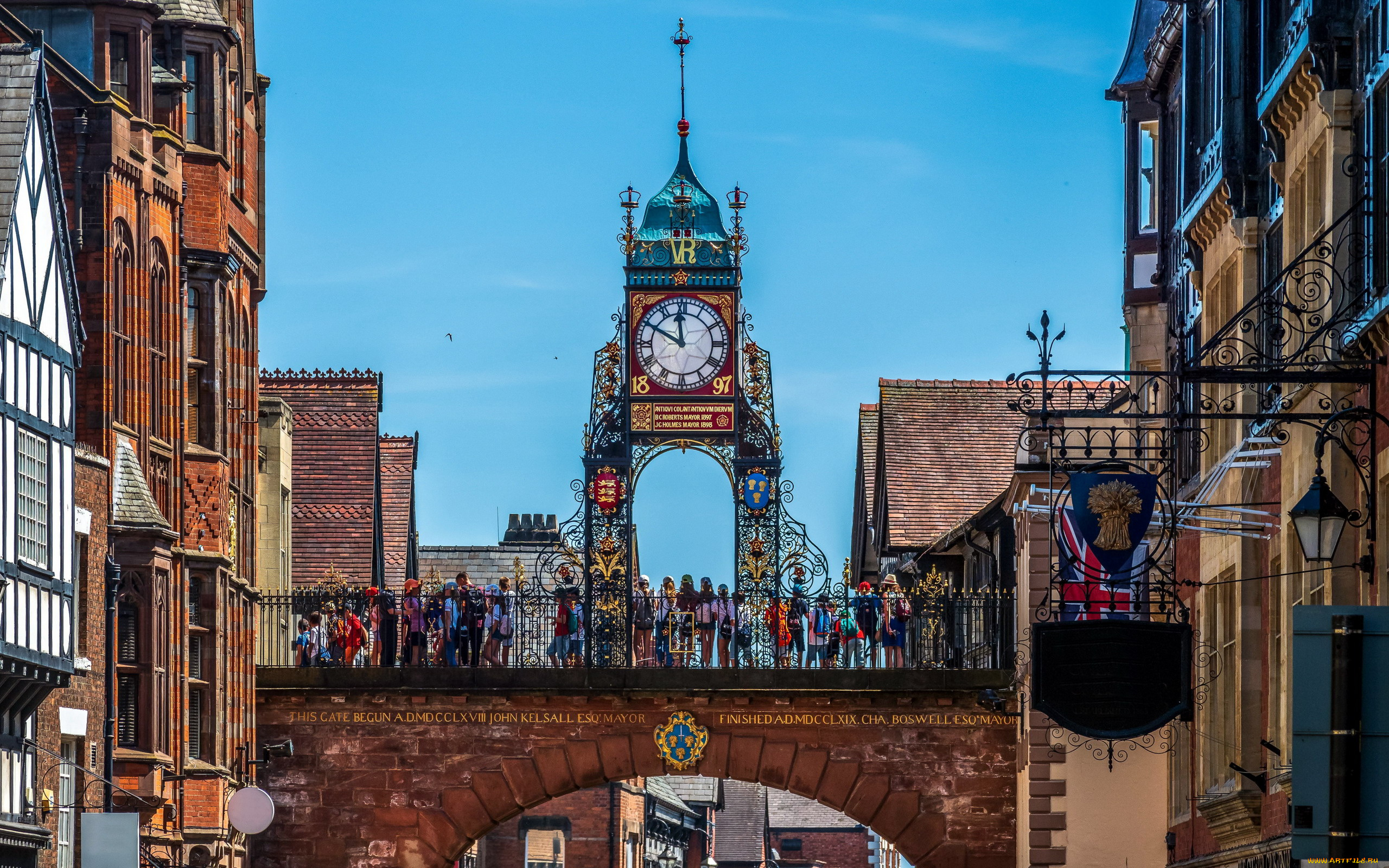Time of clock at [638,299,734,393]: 11:49
